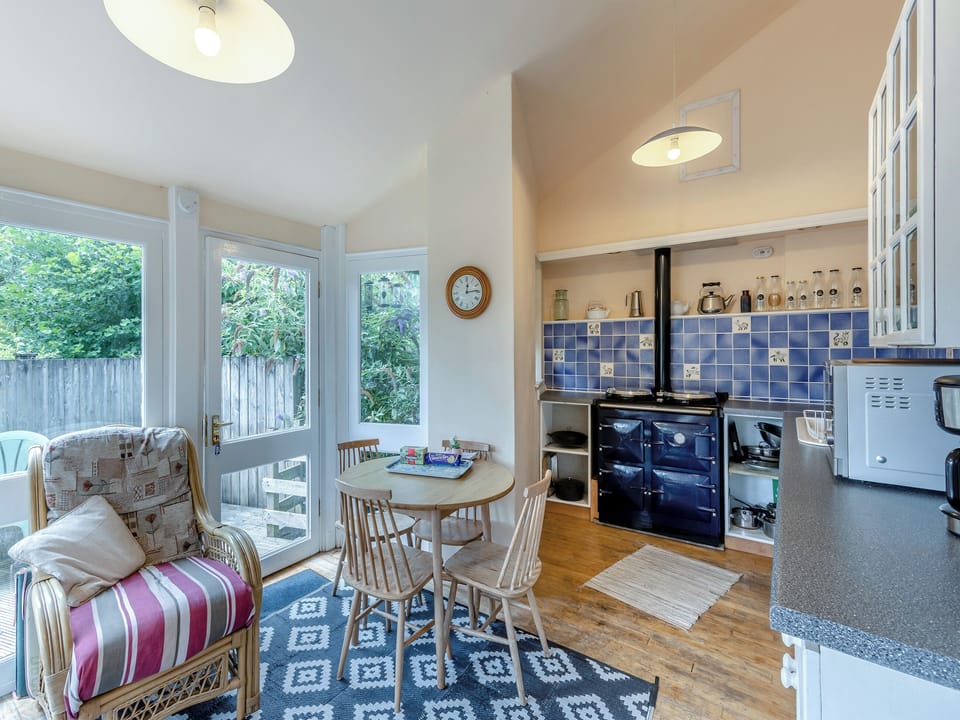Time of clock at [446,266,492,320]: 12:13
